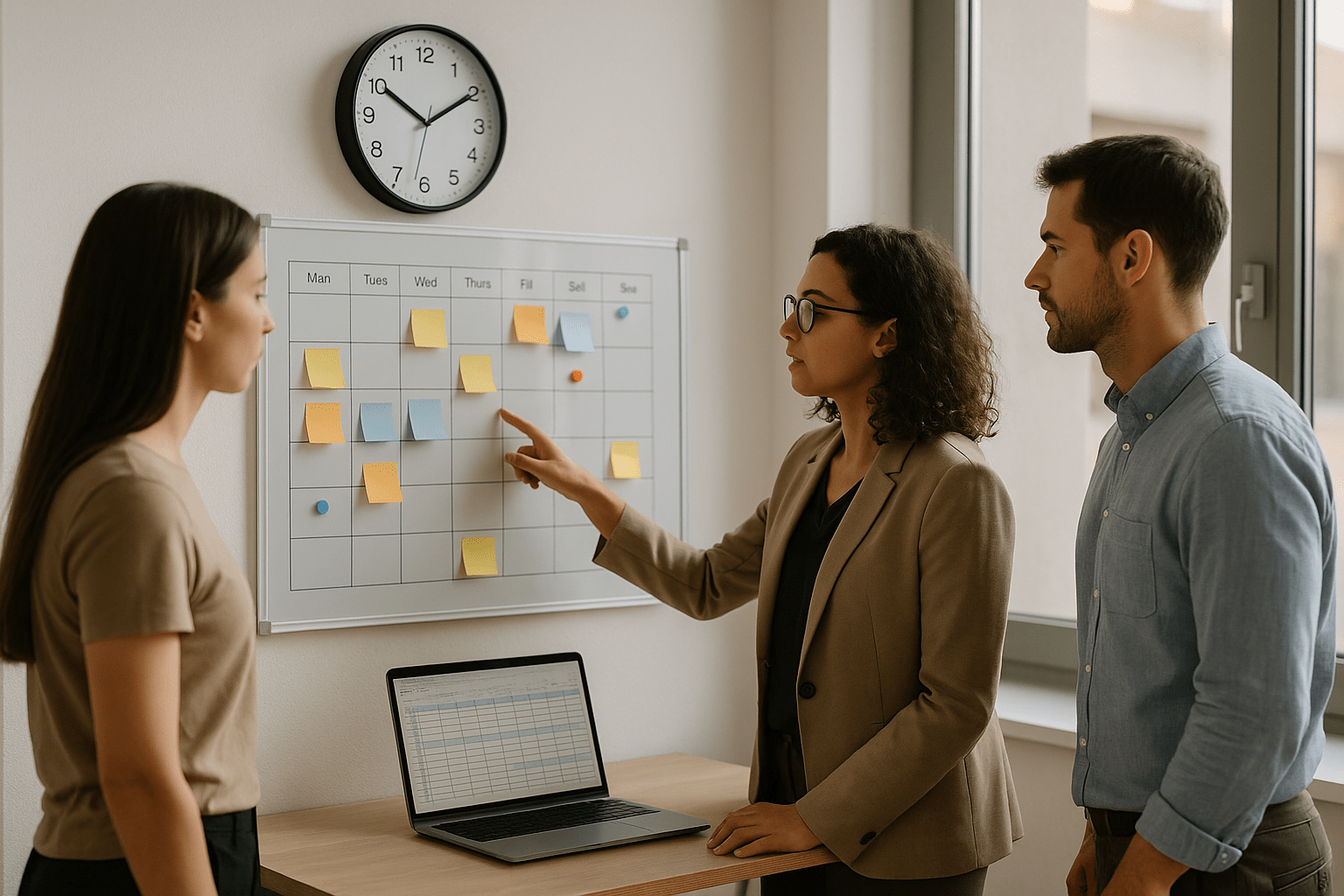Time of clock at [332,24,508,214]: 10:09
